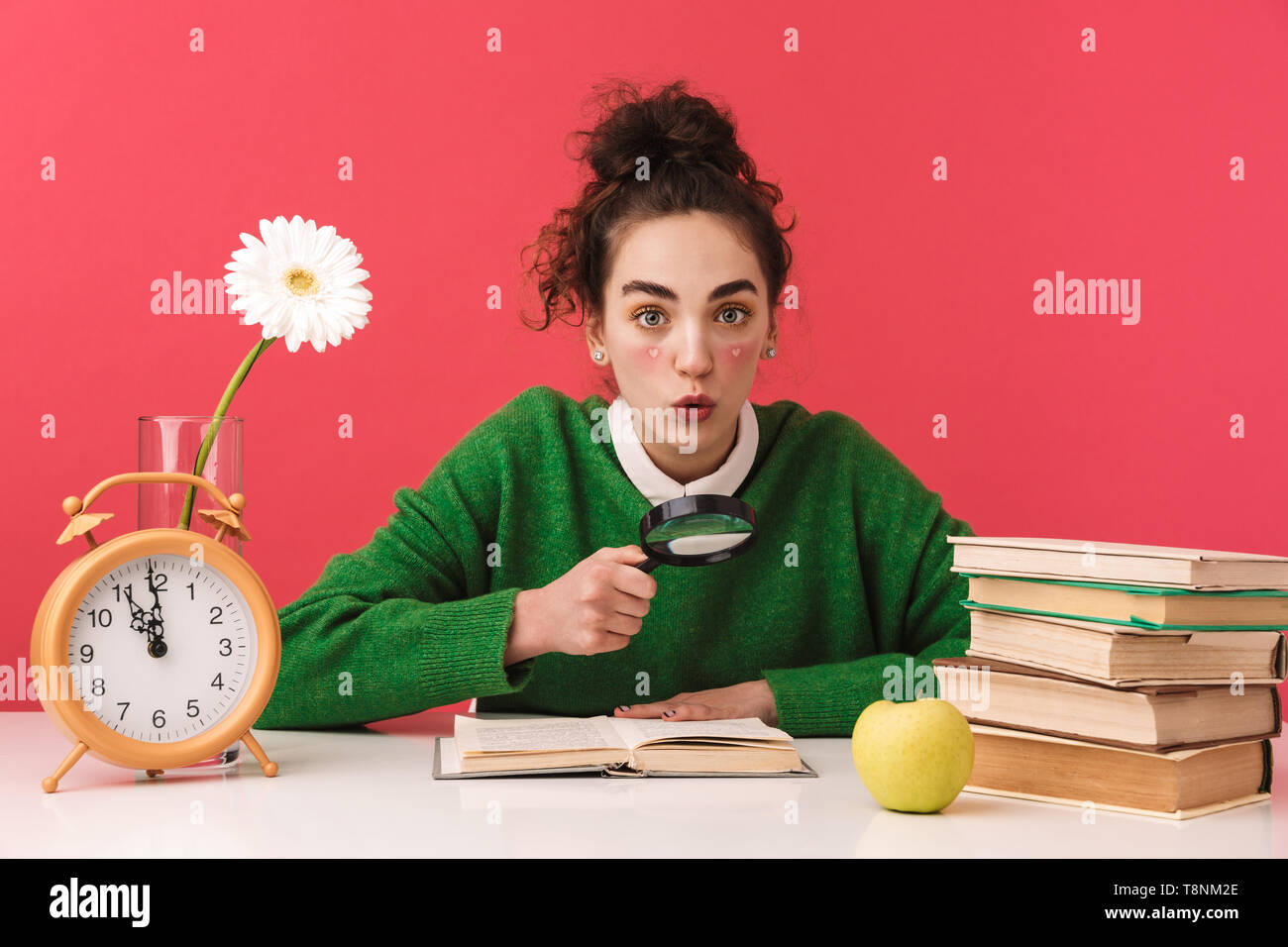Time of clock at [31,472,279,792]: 10:59
